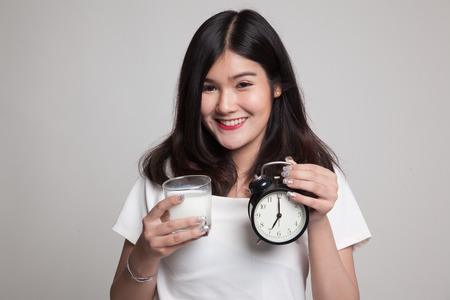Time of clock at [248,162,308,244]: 6:59
